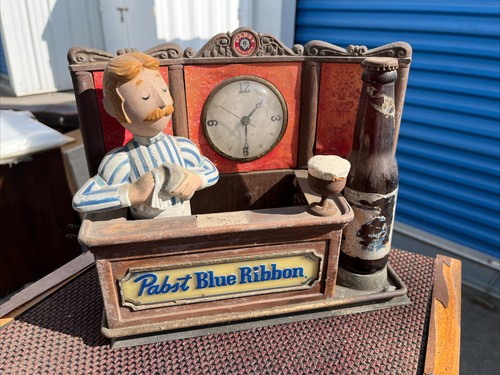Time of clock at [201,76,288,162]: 1:29
